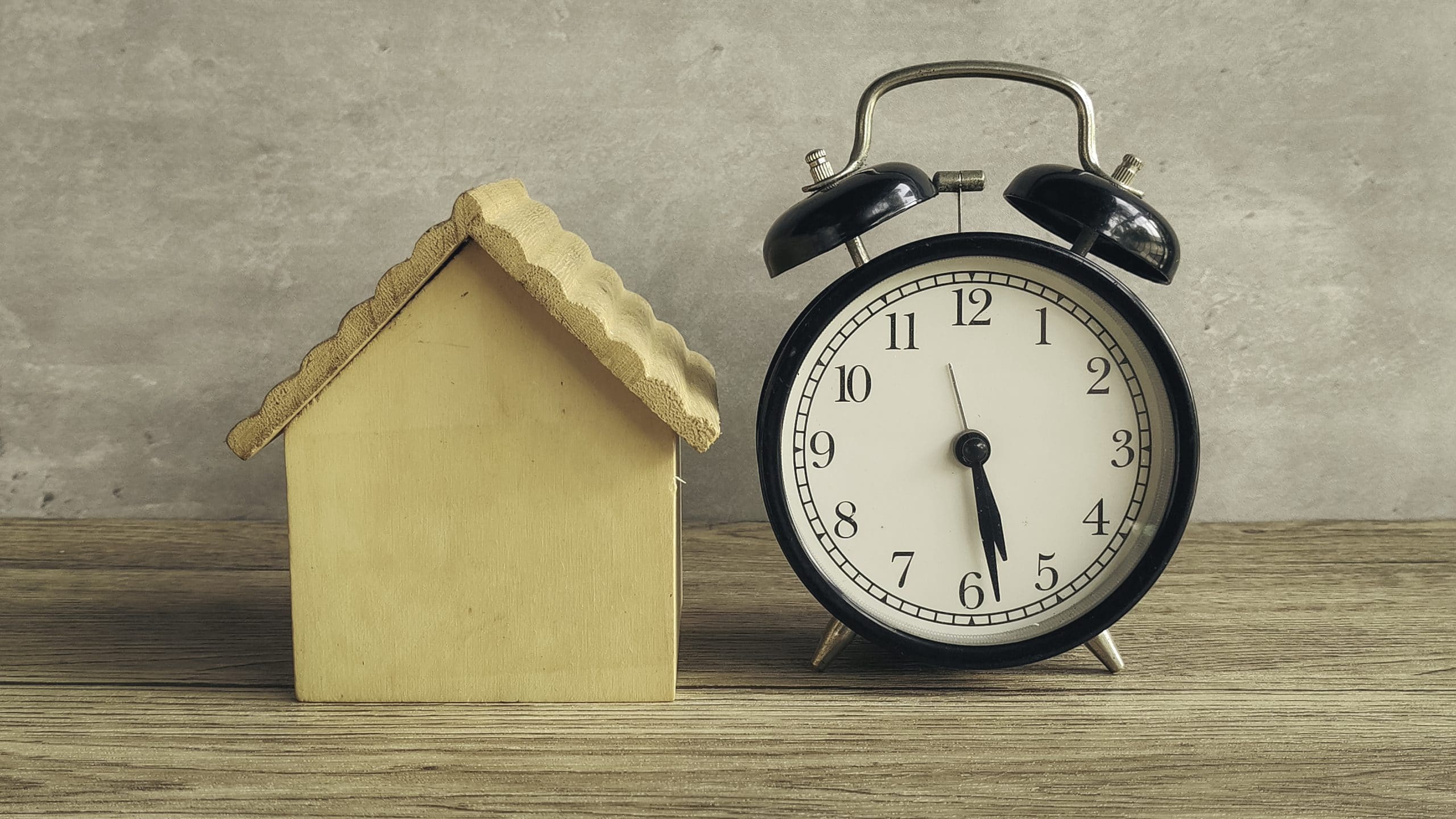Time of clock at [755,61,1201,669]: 5:28
